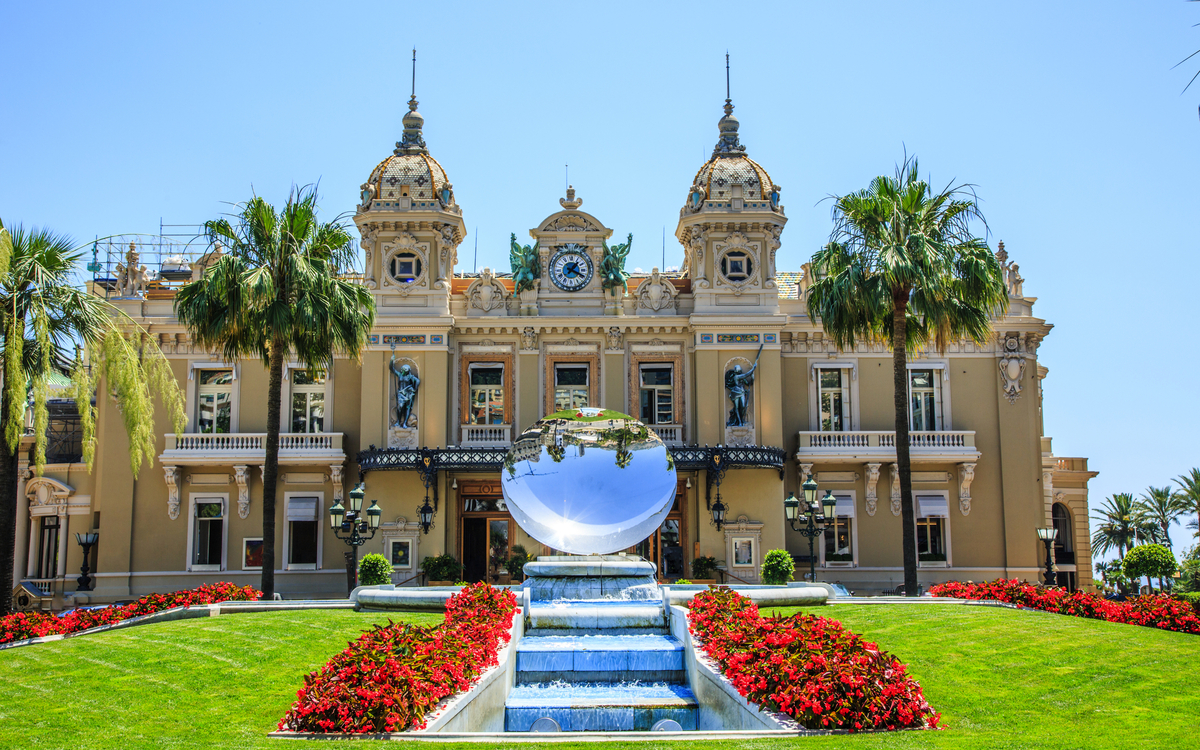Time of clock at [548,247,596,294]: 1:19
